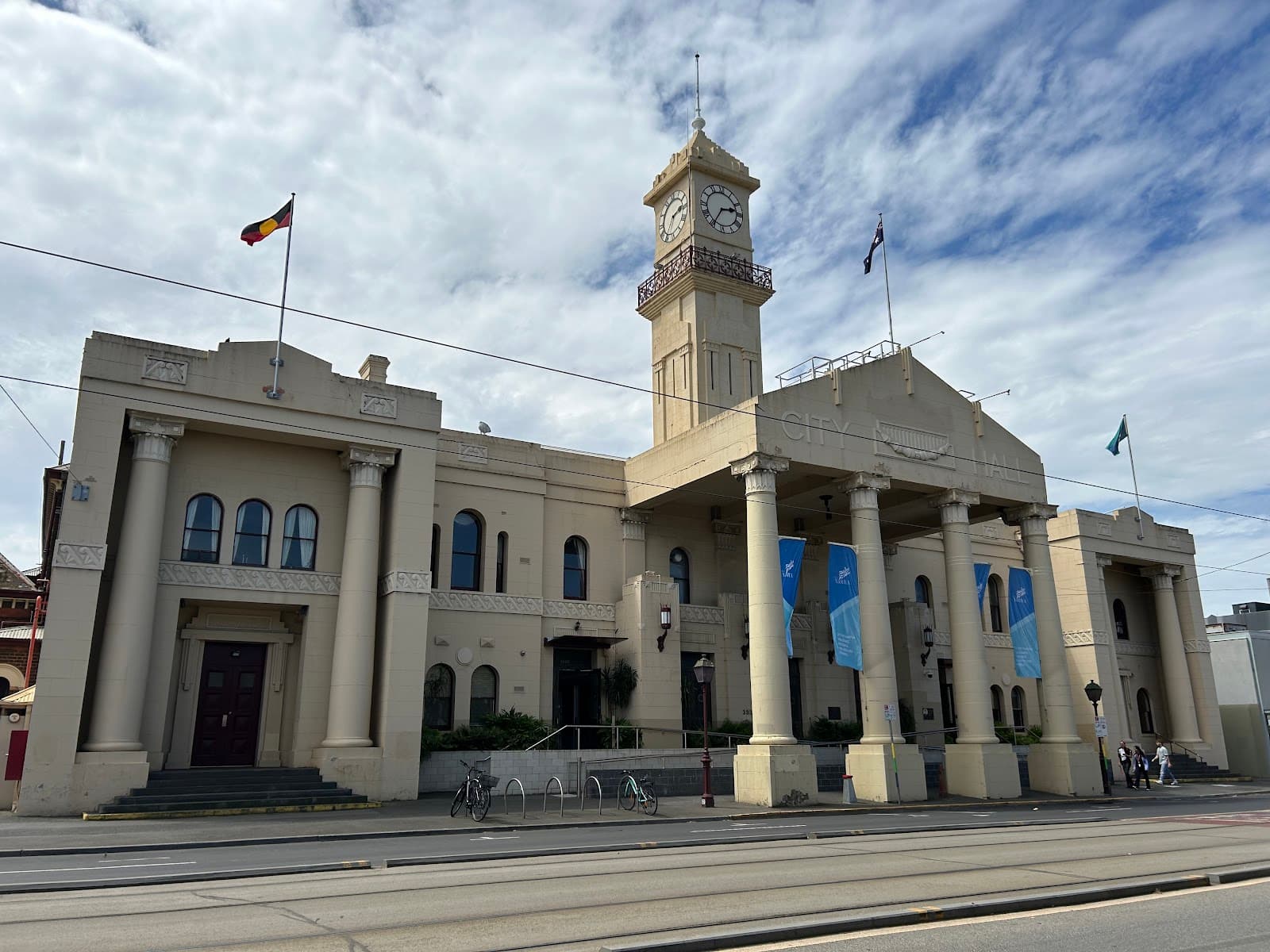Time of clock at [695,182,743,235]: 2:34
